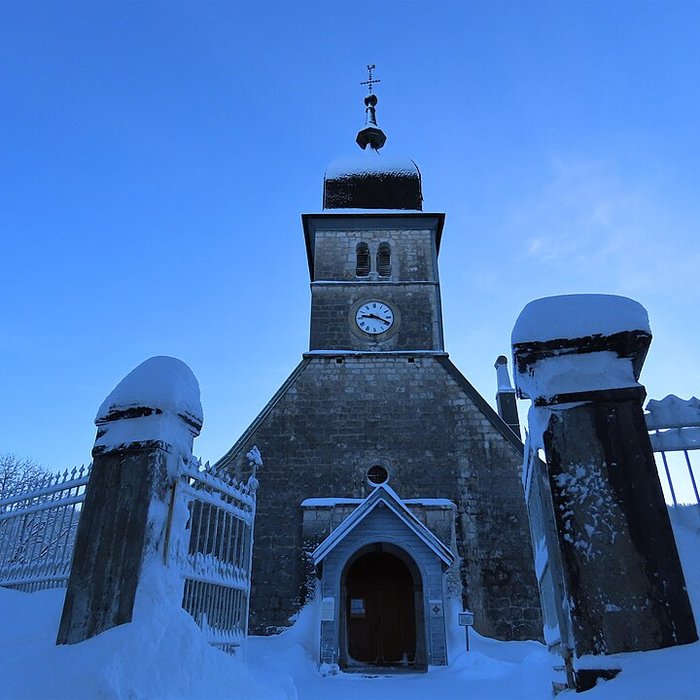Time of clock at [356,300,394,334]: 9:19
